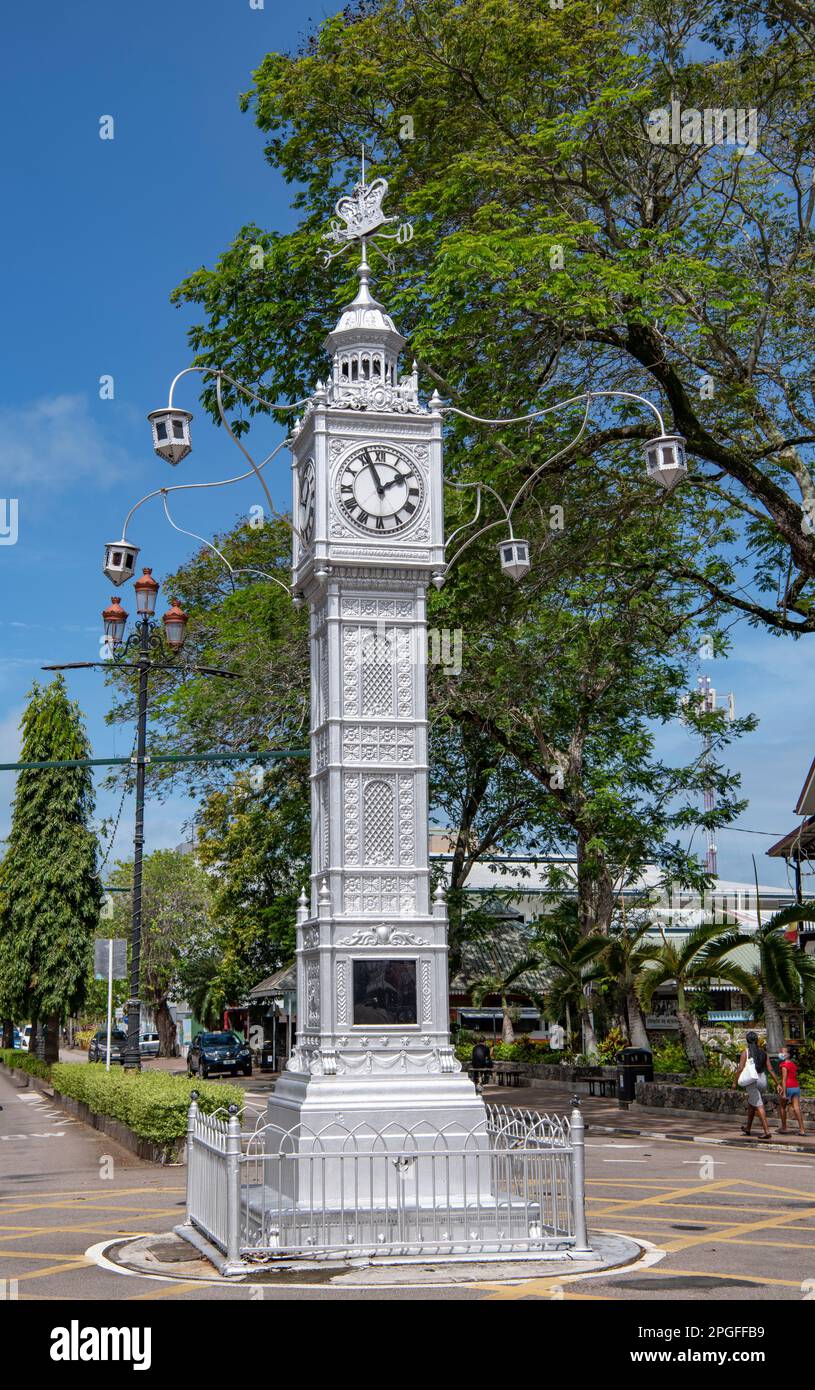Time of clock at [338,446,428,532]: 1:56
